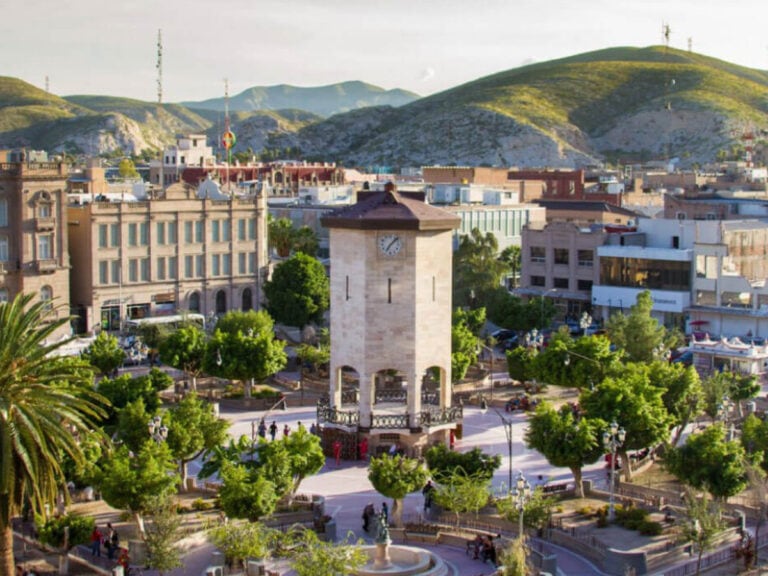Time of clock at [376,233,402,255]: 7:07
